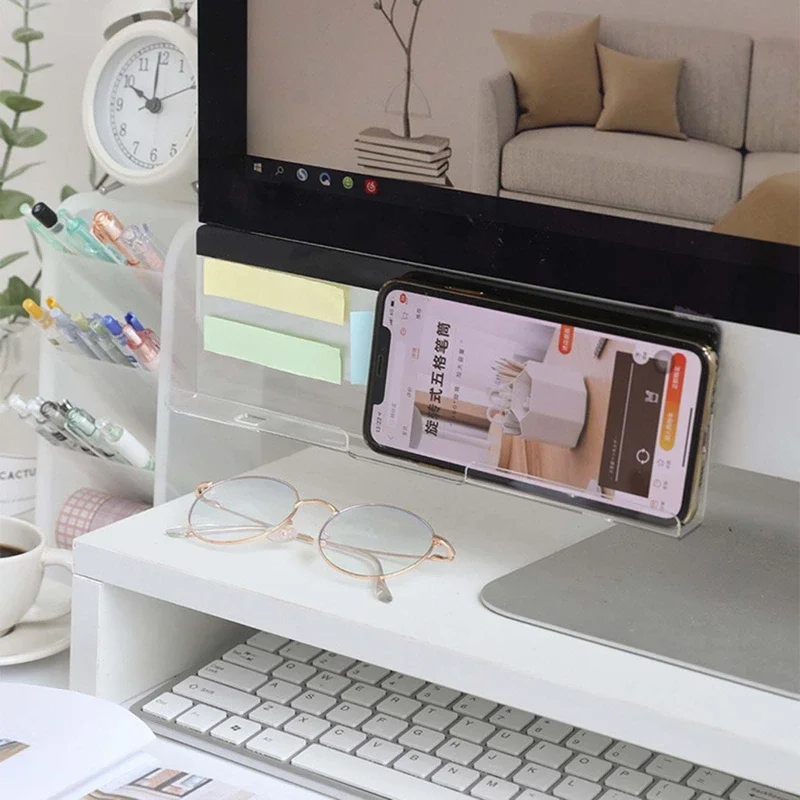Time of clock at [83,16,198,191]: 10:00
